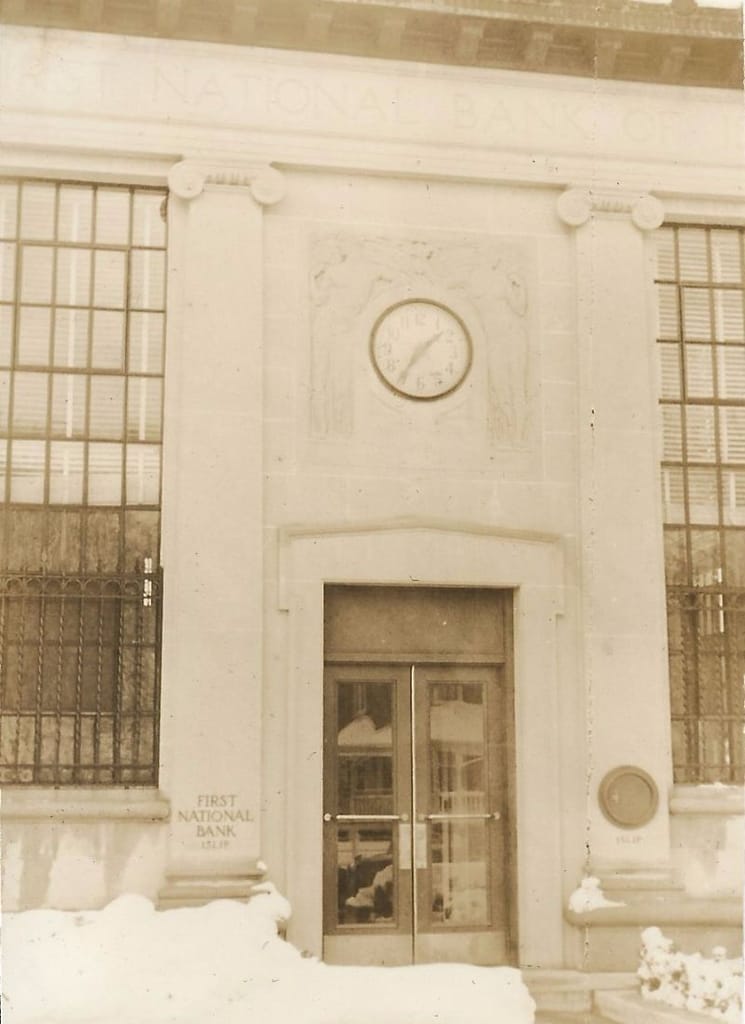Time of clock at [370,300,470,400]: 1:35
